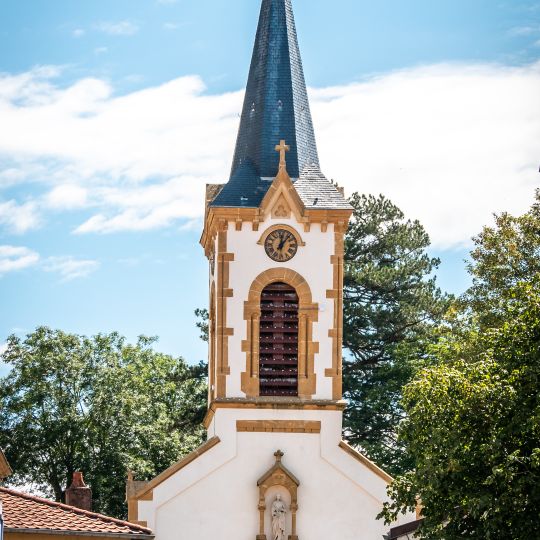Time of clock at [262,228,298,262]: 12:06
